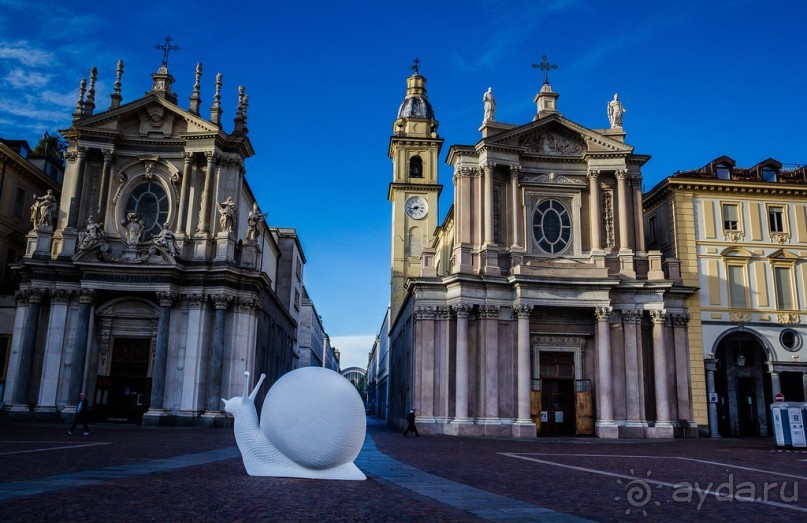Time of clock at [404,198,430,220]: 8:38
